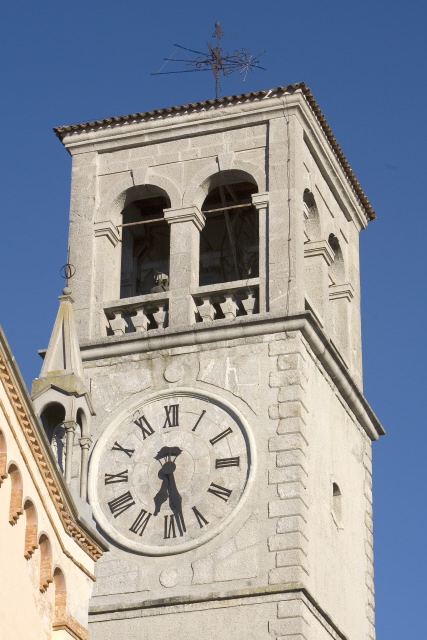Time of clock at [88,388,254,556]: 6:28
